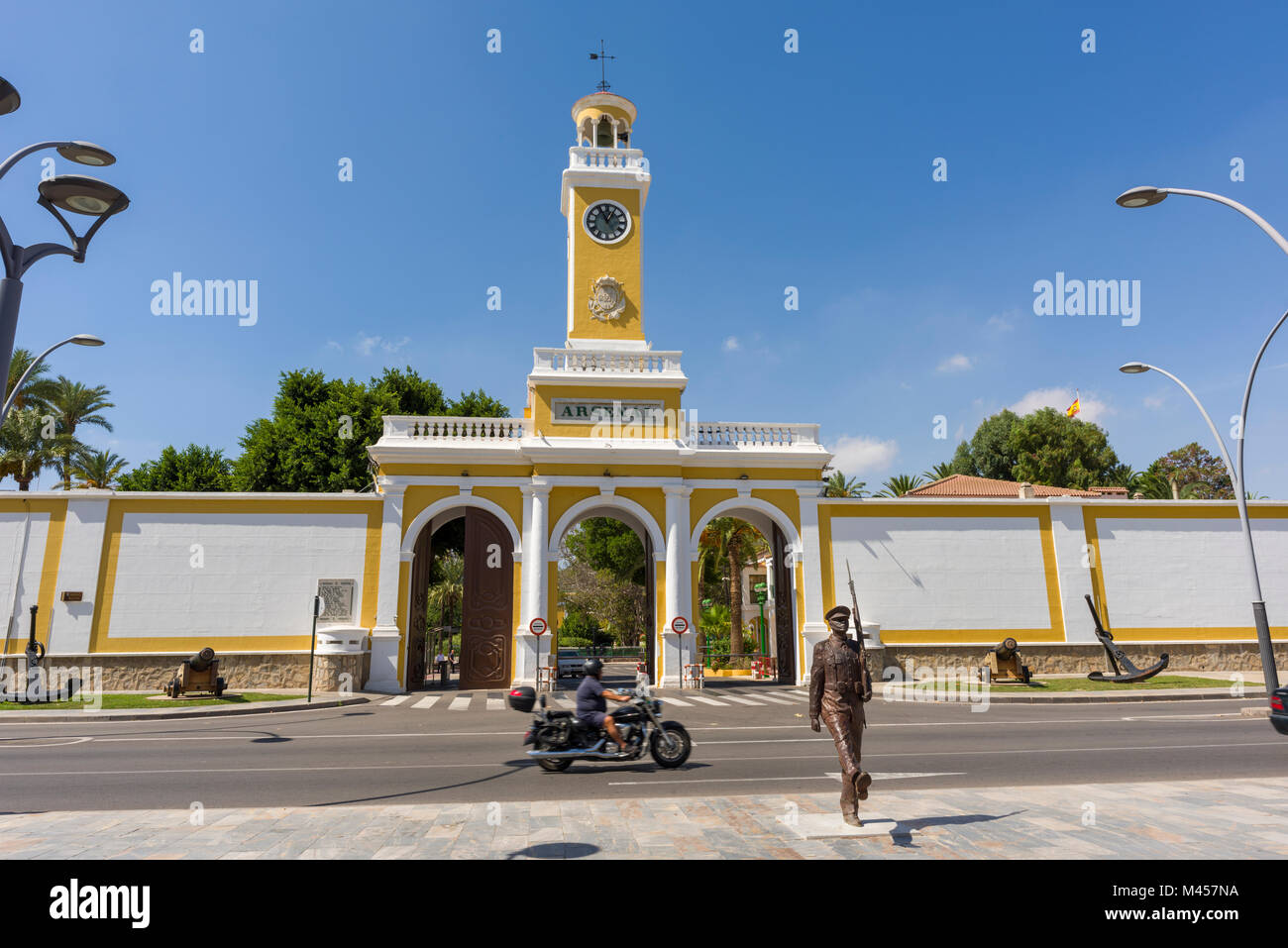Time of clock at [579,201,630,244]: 12:55
